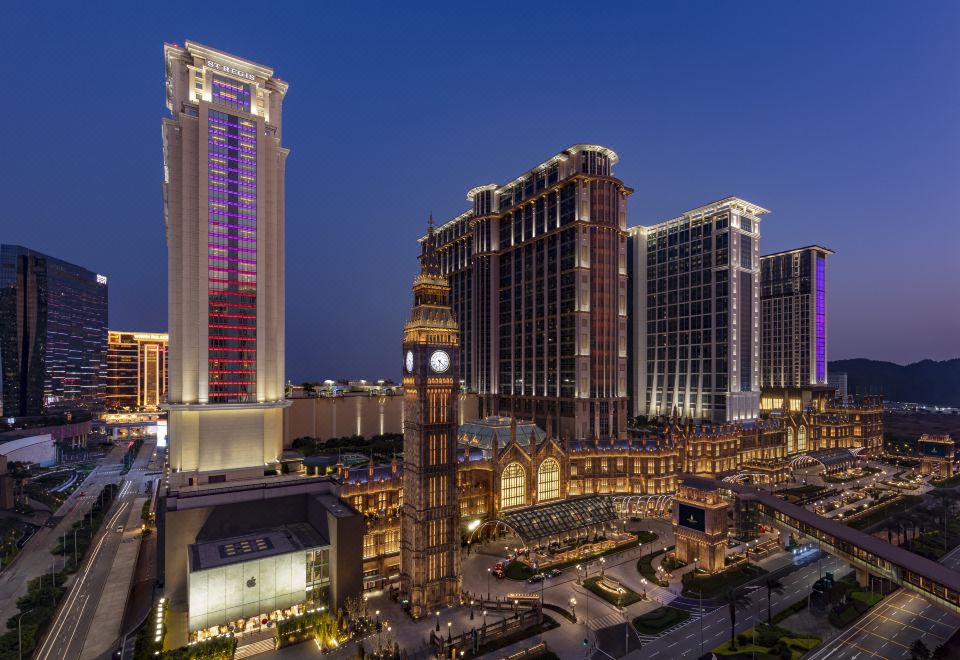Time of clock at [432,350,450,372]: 6:21
